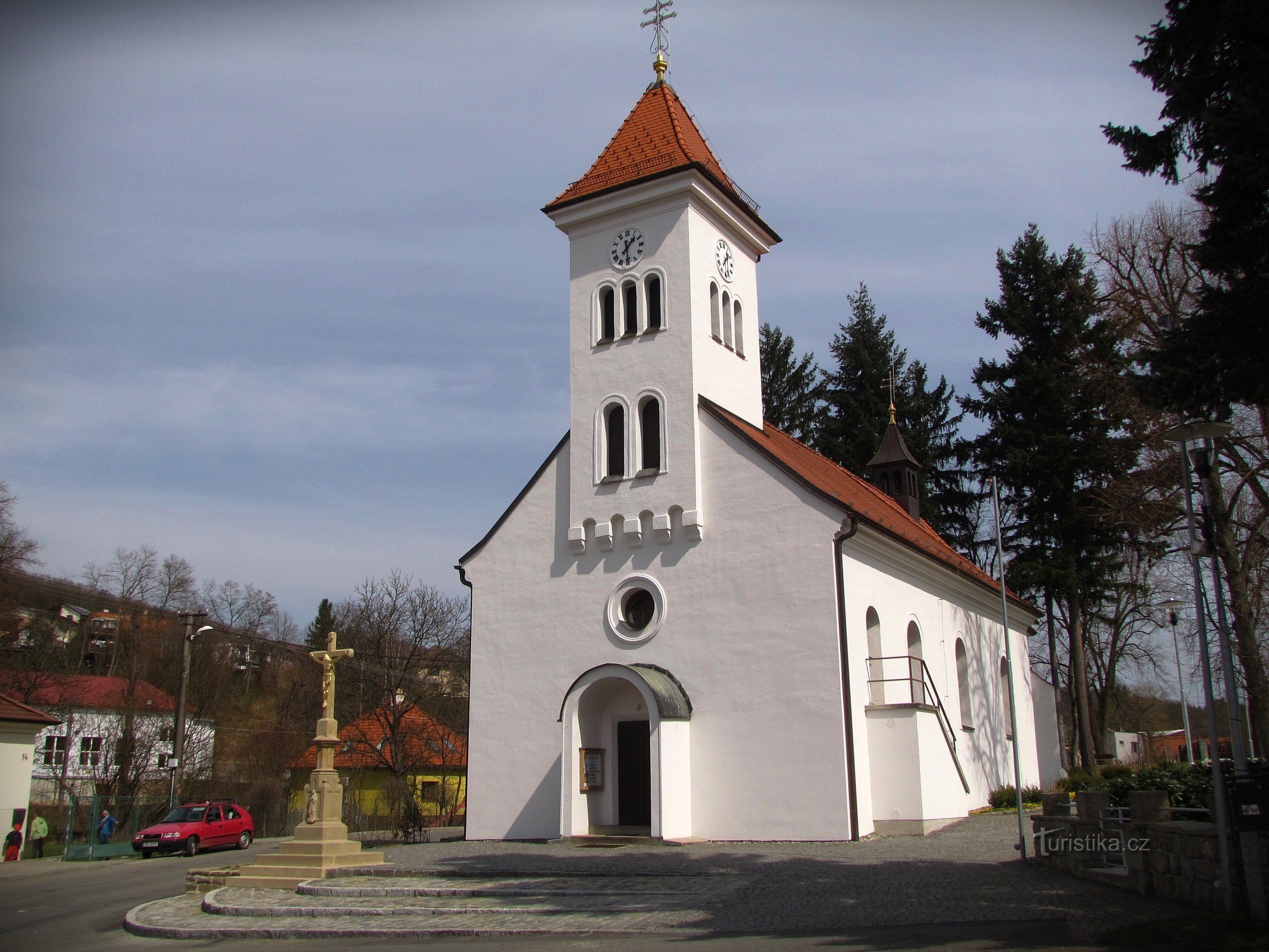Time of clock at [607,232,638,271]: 1:29
